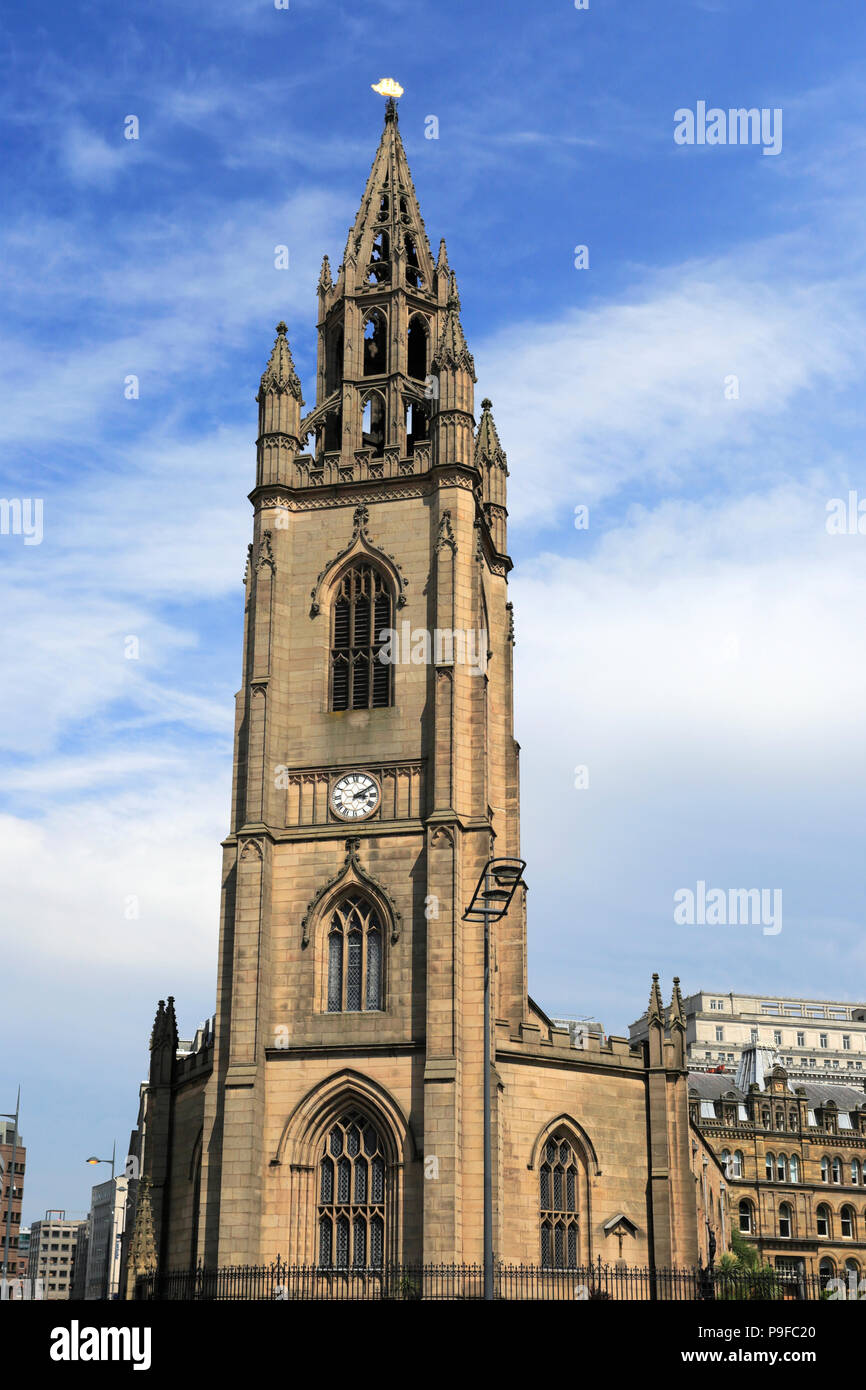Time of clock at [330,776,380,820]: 3:09
